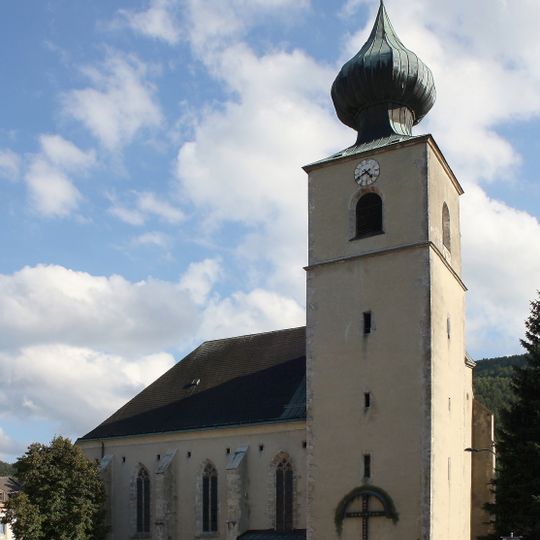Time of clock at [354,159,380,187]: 4:40
